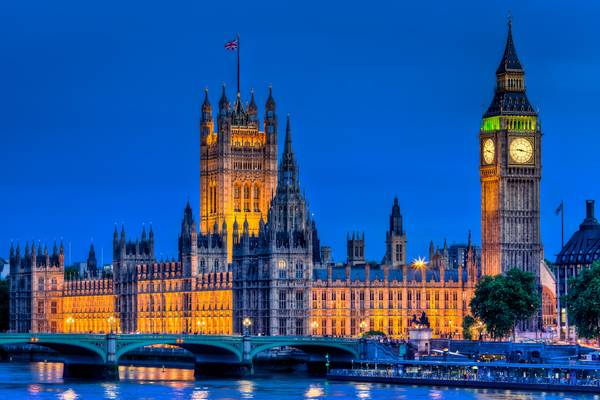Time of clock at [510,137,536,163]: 9:17
